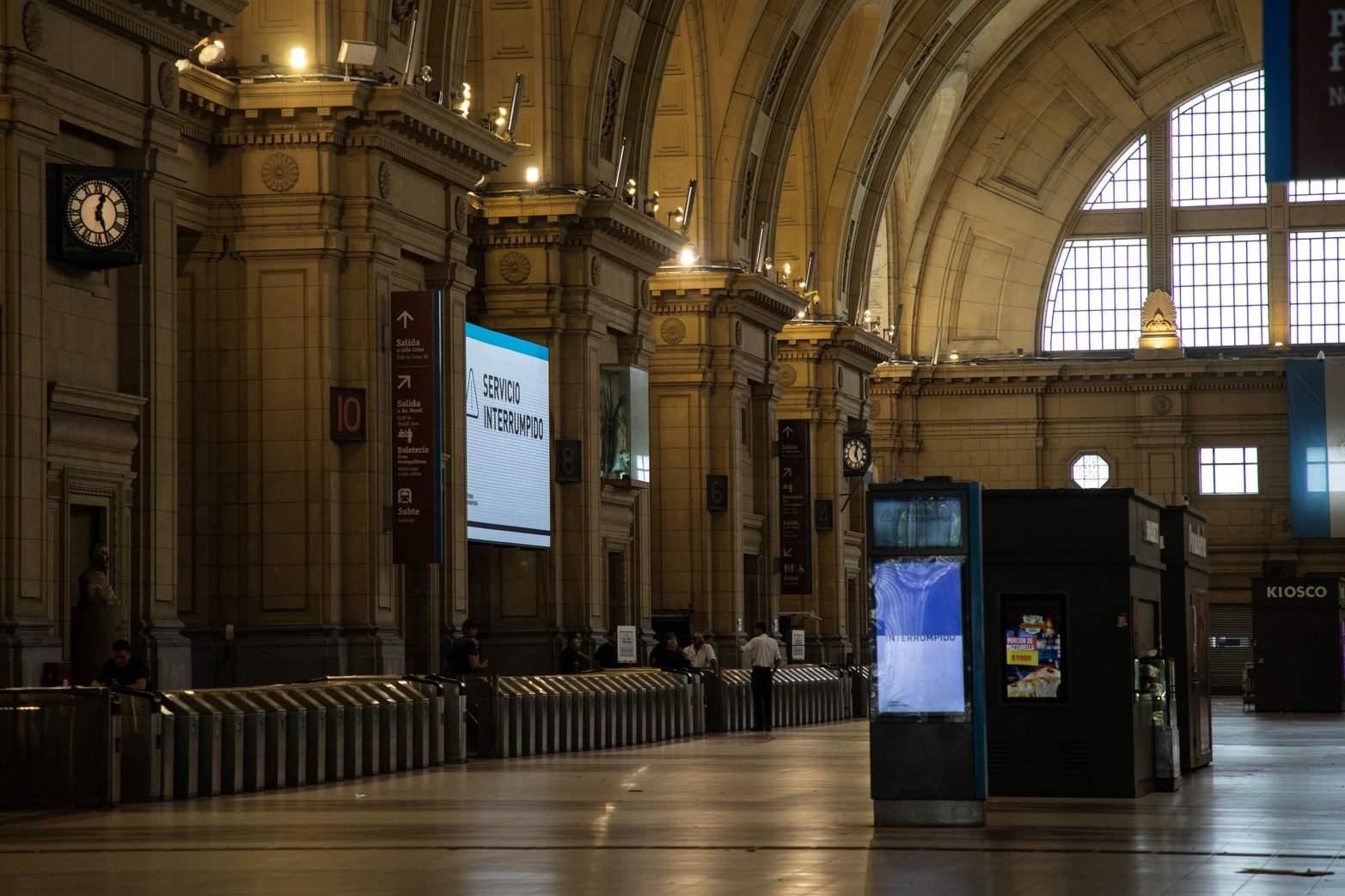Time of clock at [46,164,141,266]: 12:26
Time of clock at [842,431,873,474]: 12:26
